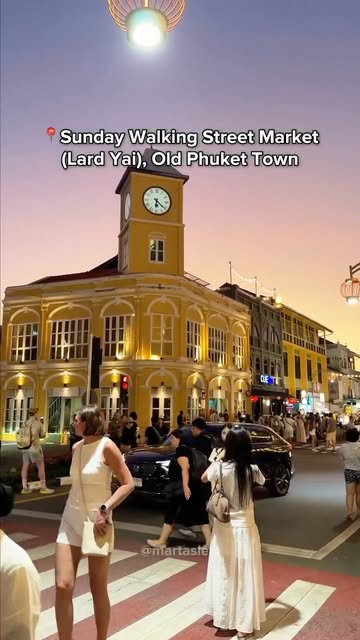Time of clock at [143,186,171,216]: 6:21
